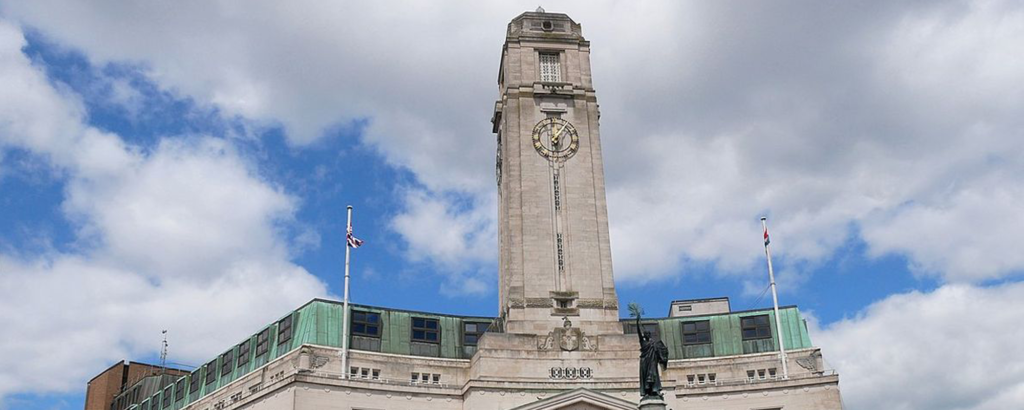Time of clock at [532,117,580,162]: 6:06
